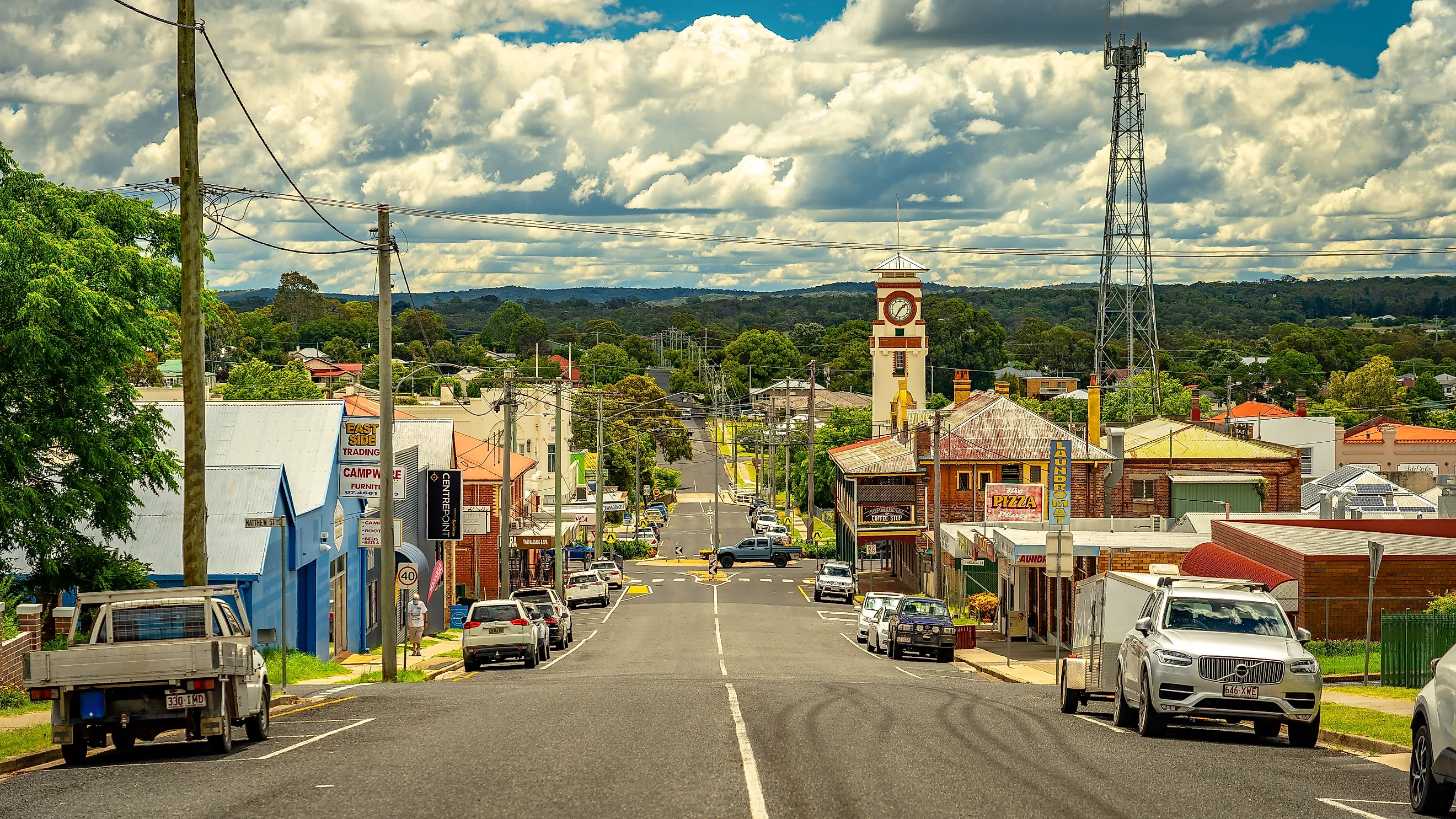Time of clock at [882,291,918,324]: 1:34
